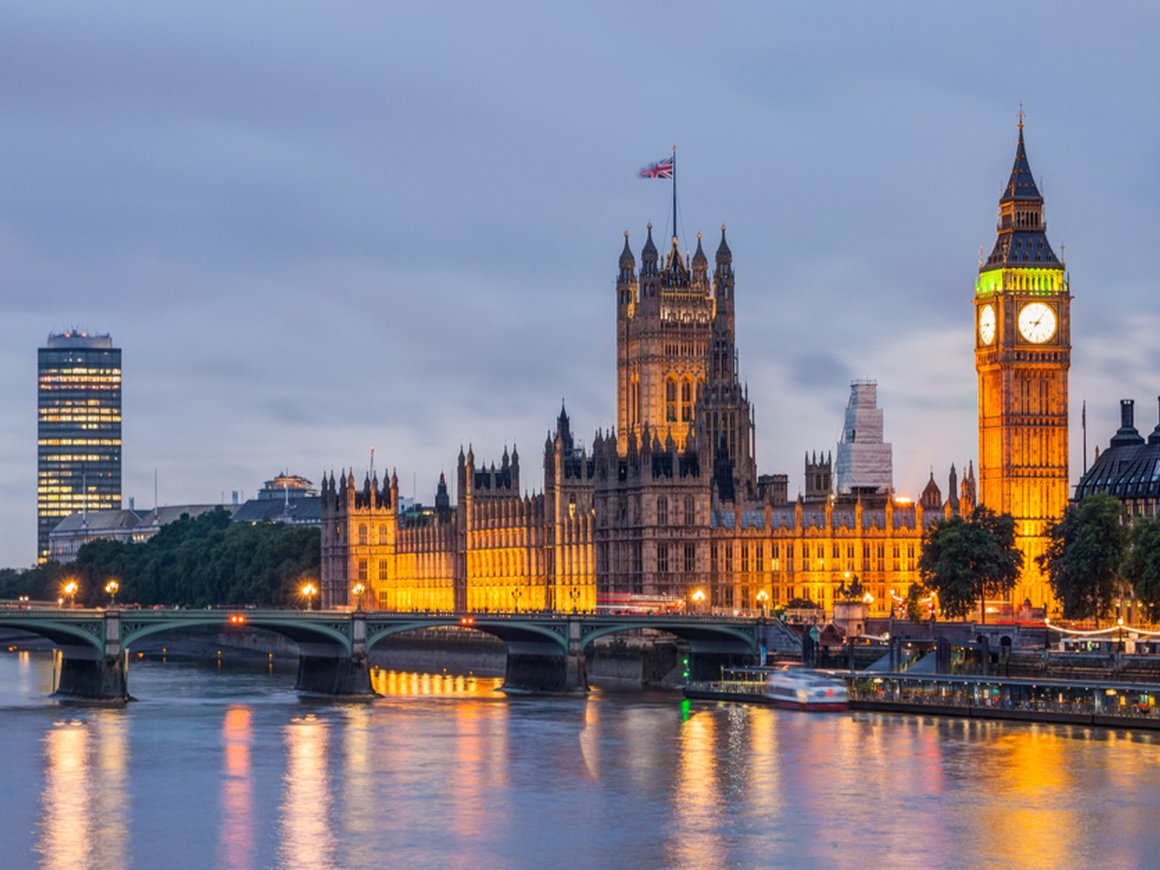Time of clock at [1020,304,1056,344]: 9:06
